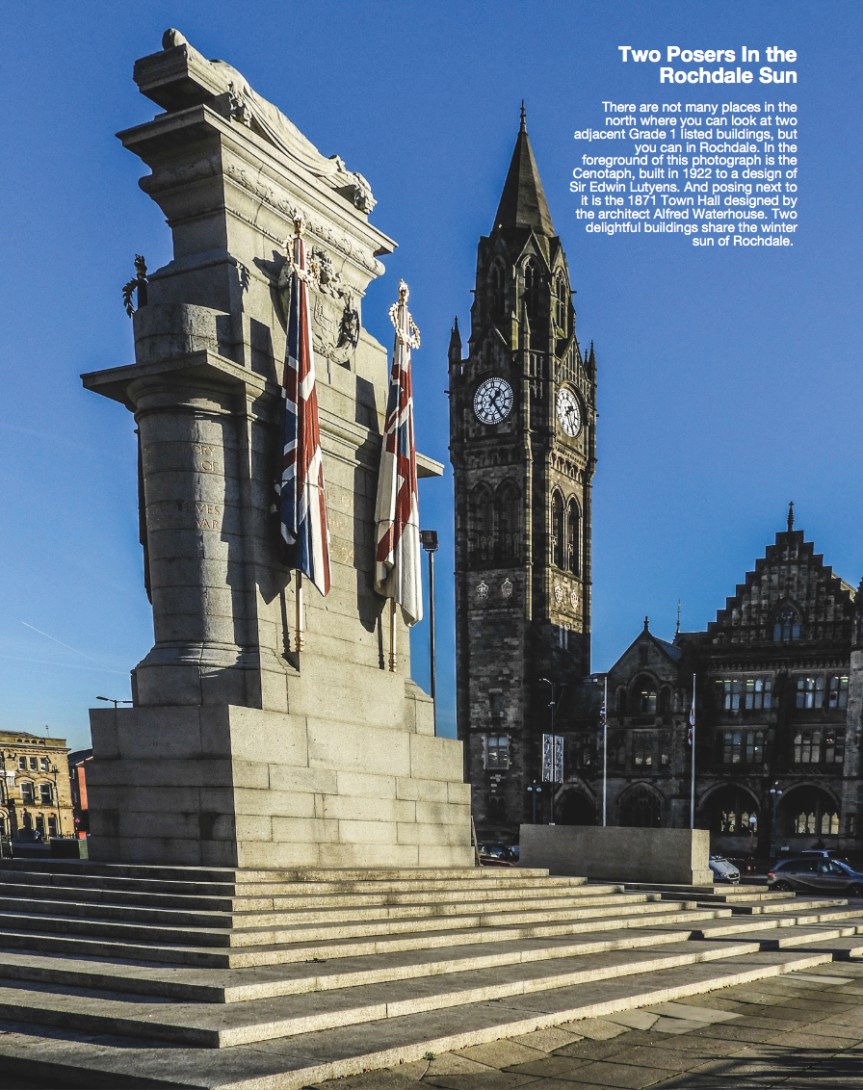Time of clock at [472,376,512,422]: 1:24
